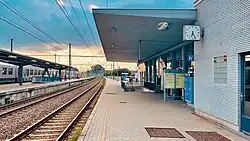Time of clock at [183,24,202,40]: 6:25
